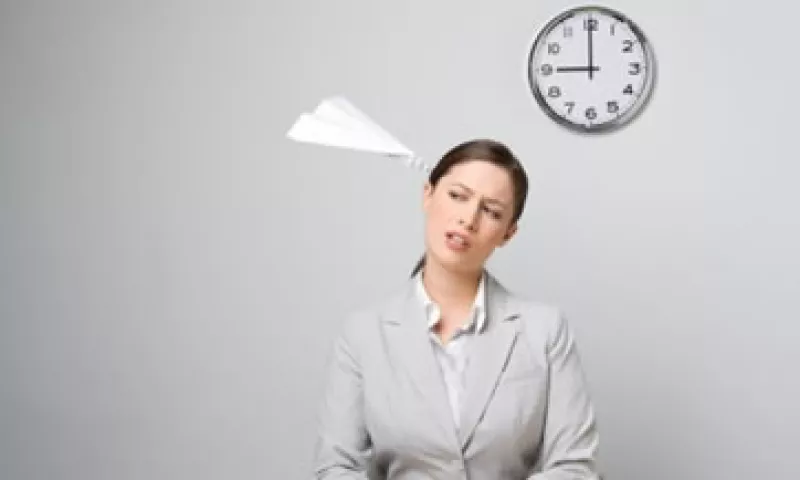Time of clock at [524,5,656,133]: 9:00
